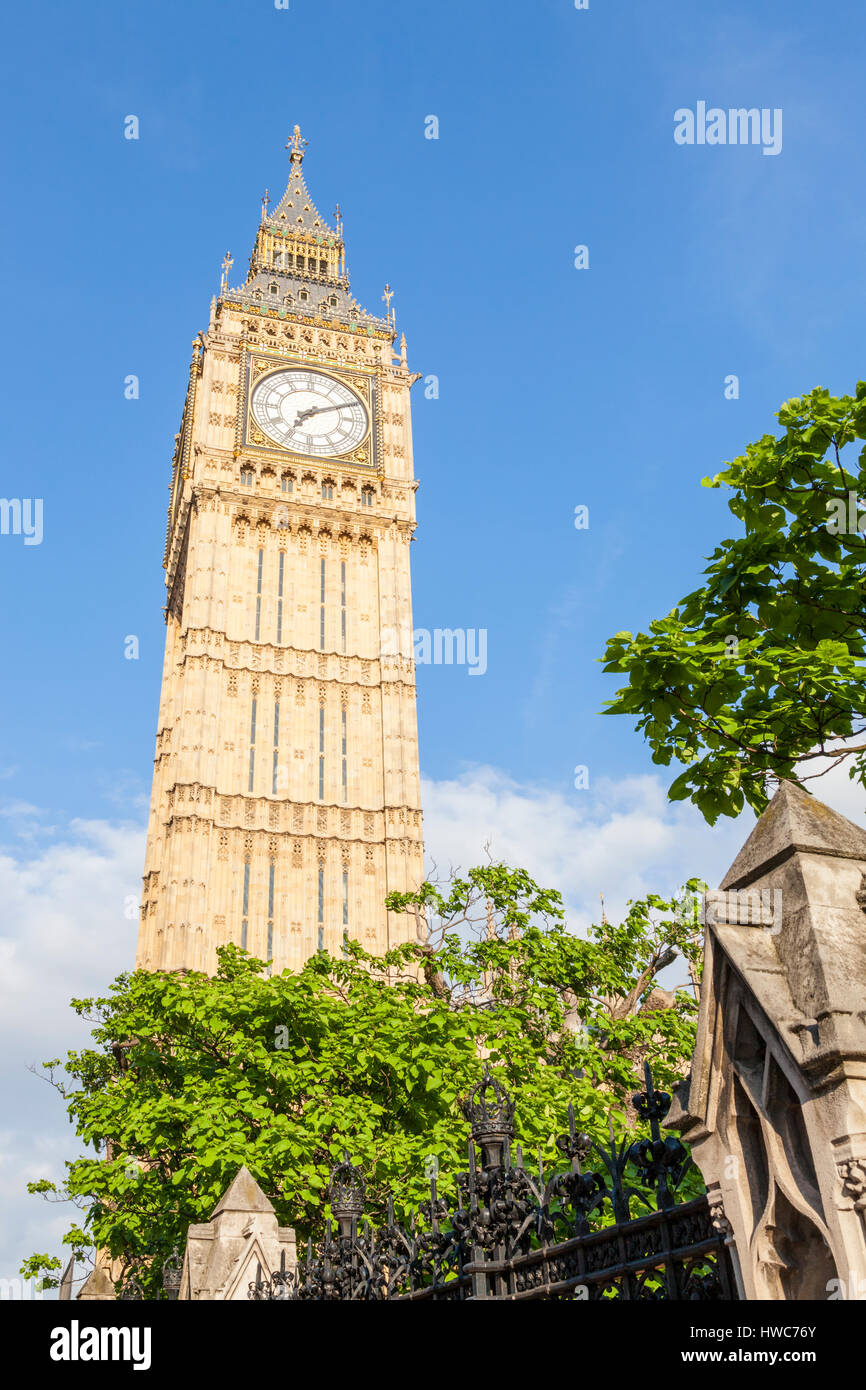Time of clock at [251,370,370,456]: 7:10
